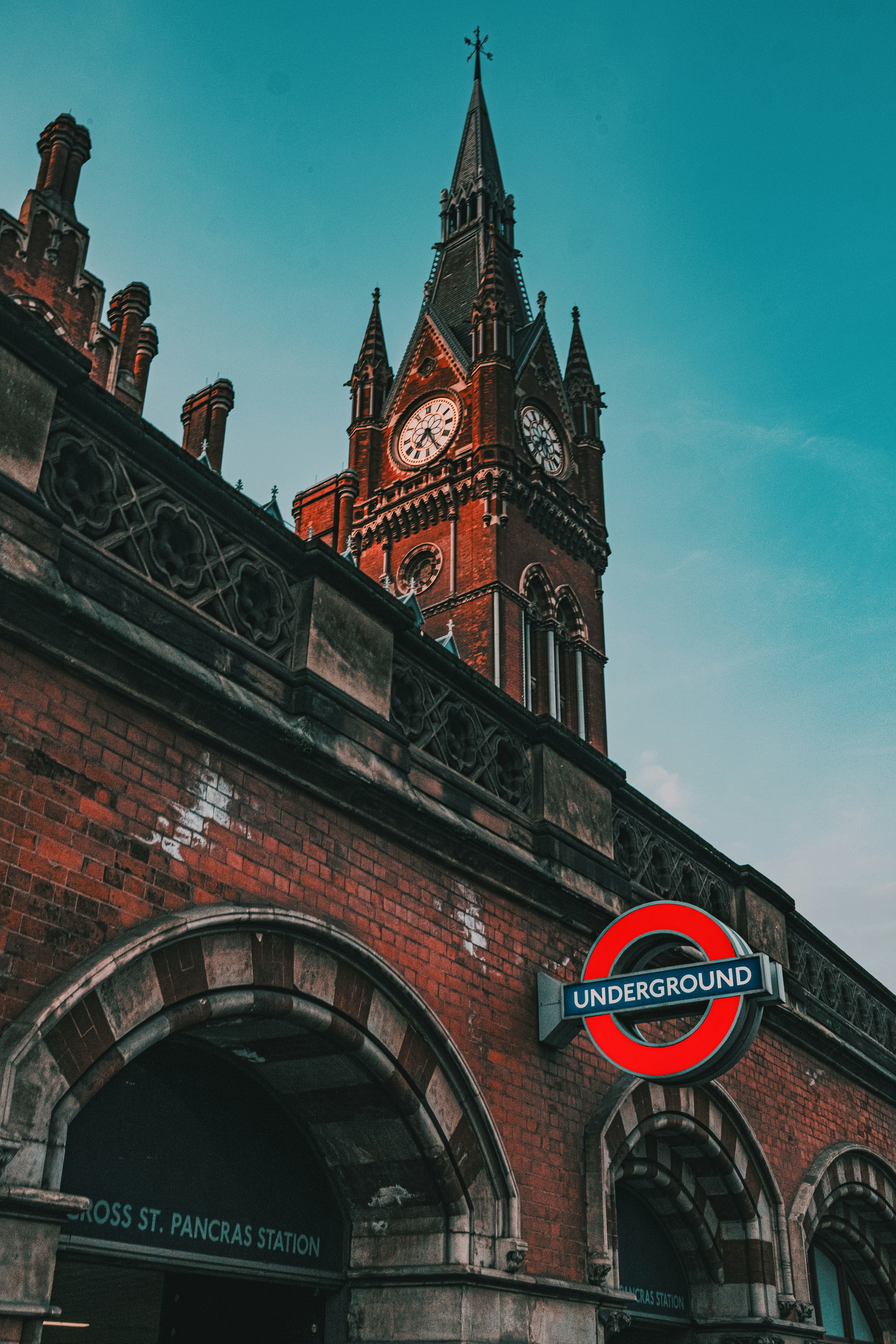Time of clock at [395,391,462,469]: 7:25
